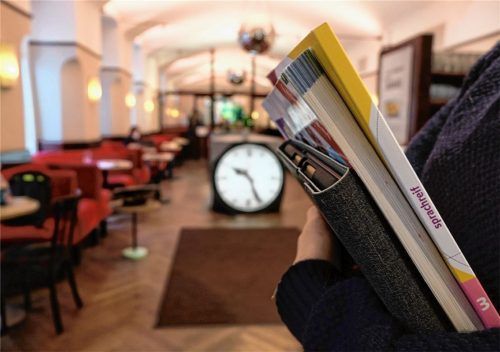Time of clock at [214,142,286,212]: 9:26
